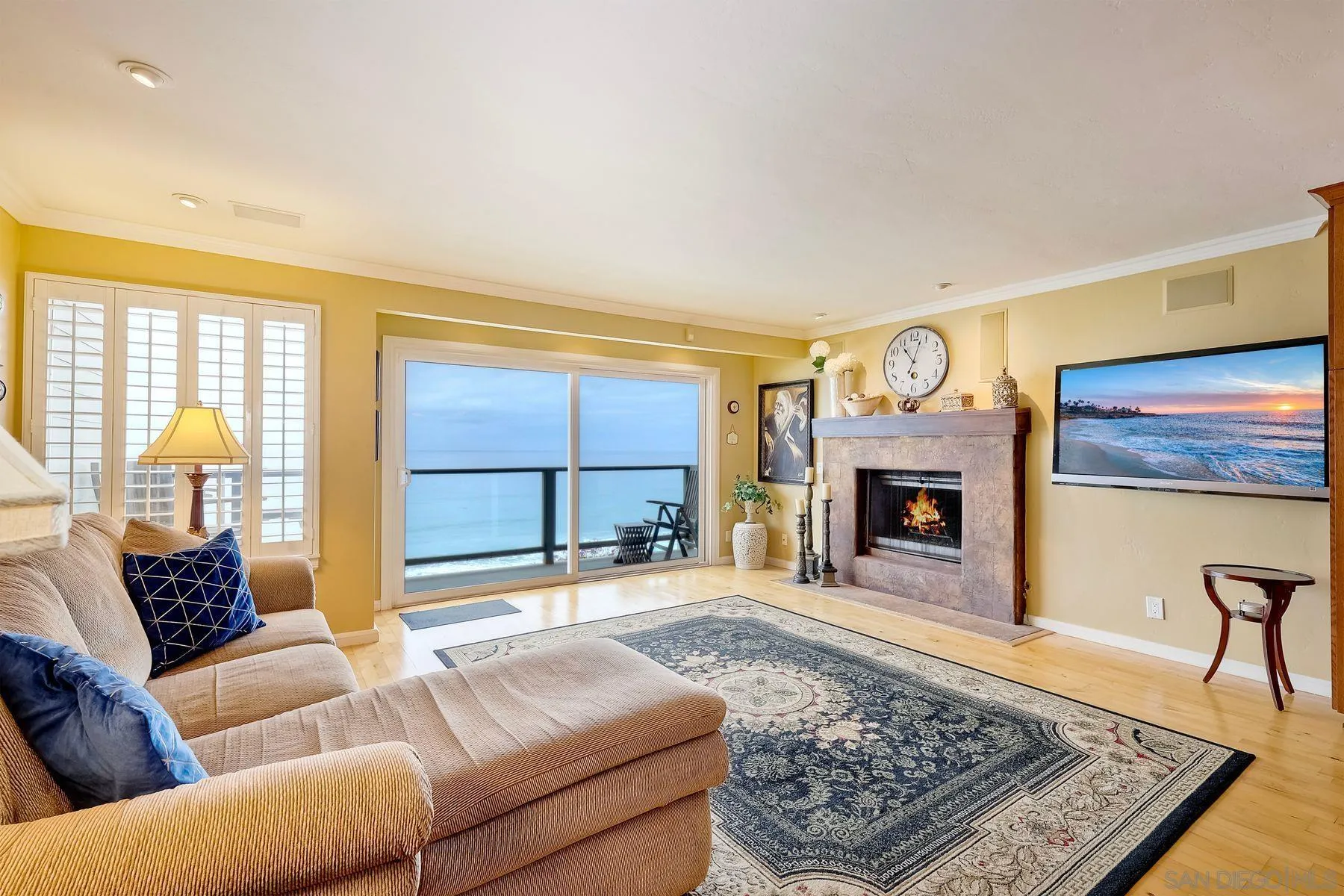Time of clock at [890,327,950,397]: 11:03
